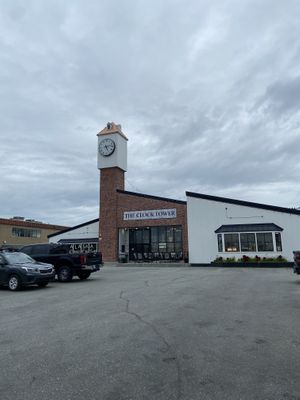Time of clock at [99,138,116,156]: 5:12
